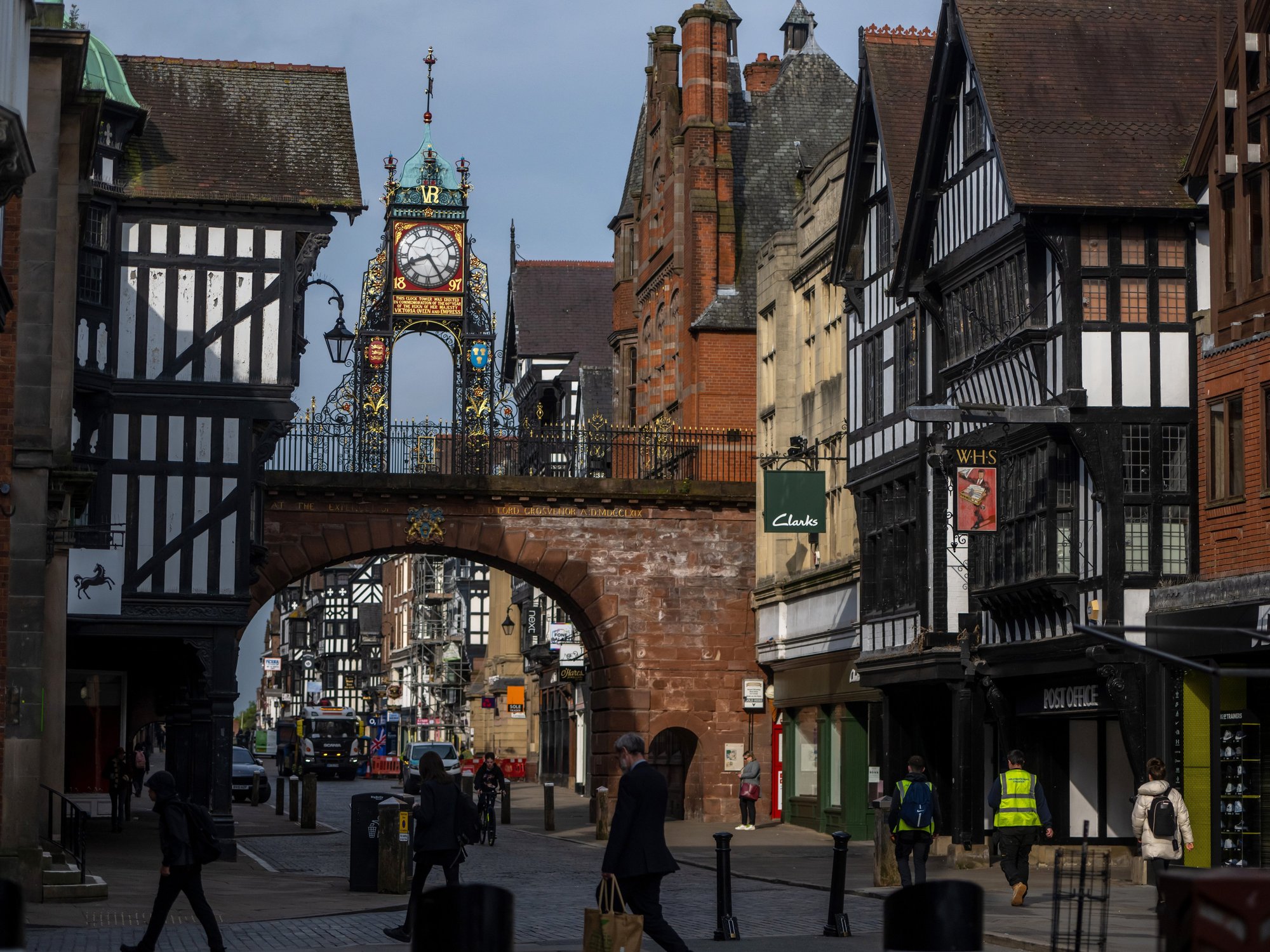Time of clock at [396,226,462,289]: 8:24
